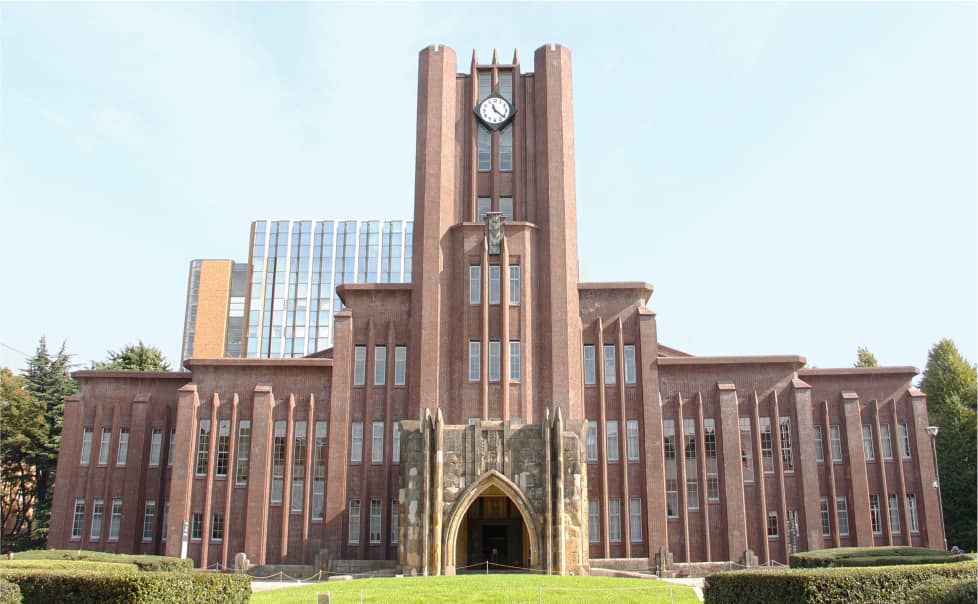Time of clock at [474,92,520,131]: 11:21
